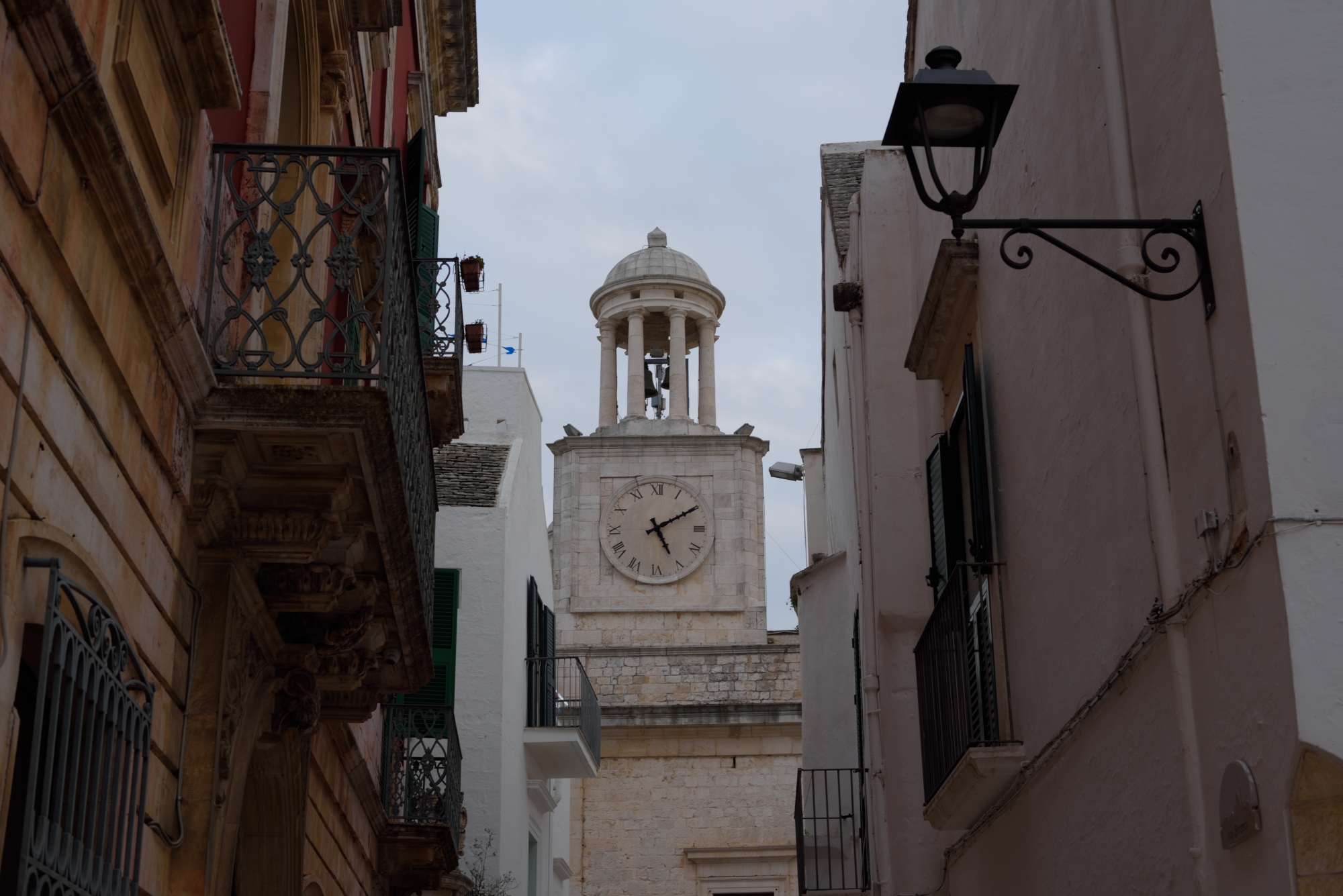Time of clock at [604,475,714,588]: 5:10
